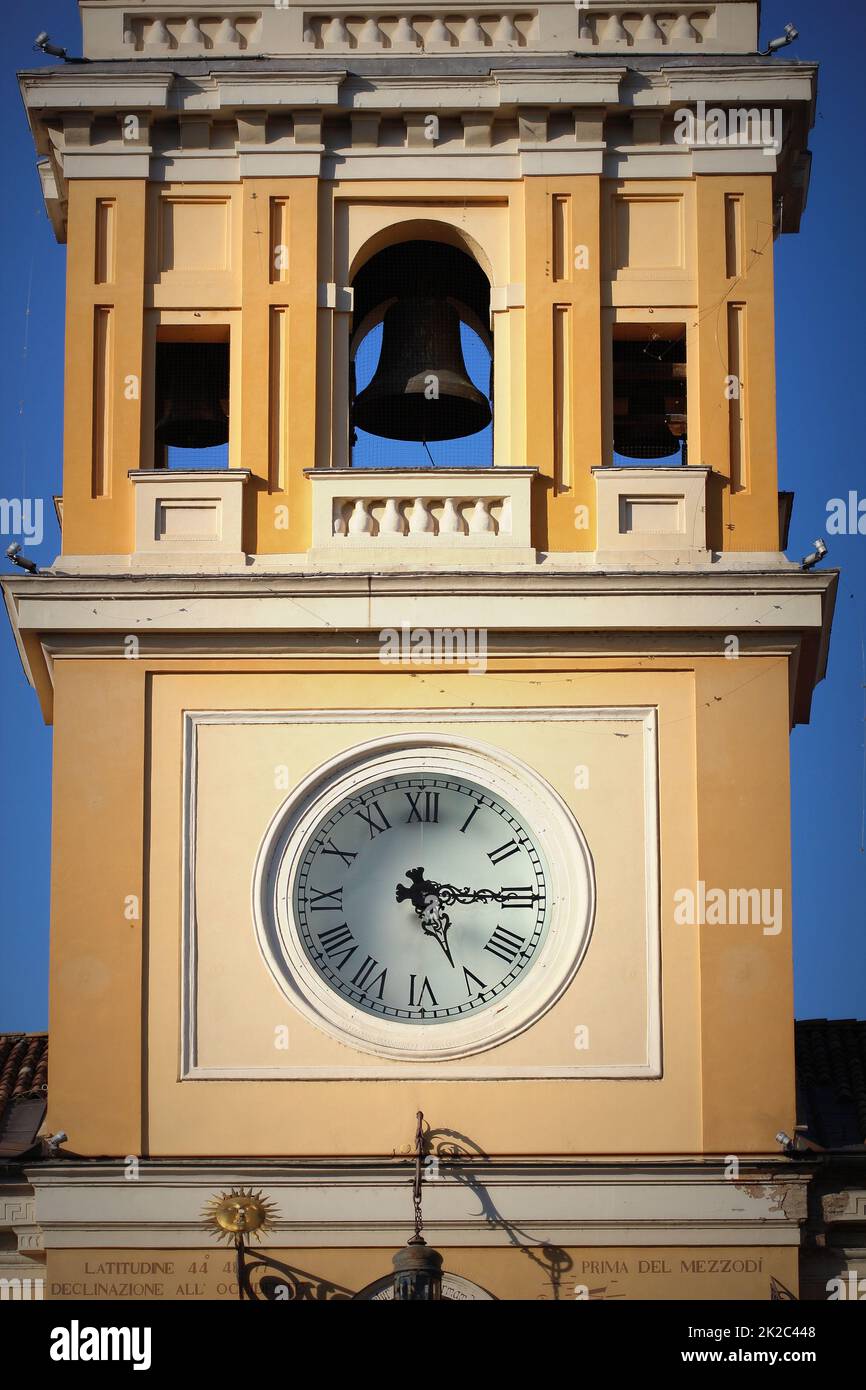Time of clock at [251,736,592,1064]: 5:15
